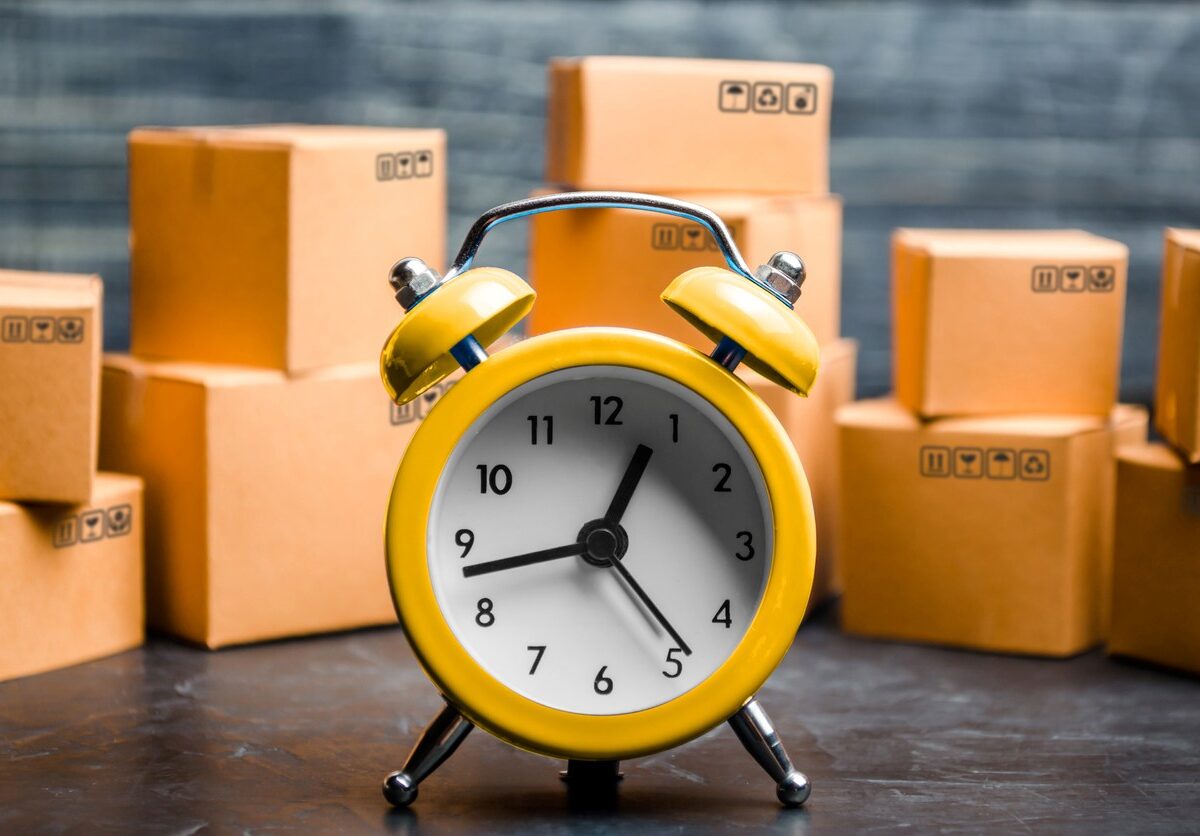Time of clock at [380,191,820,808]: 12:42
